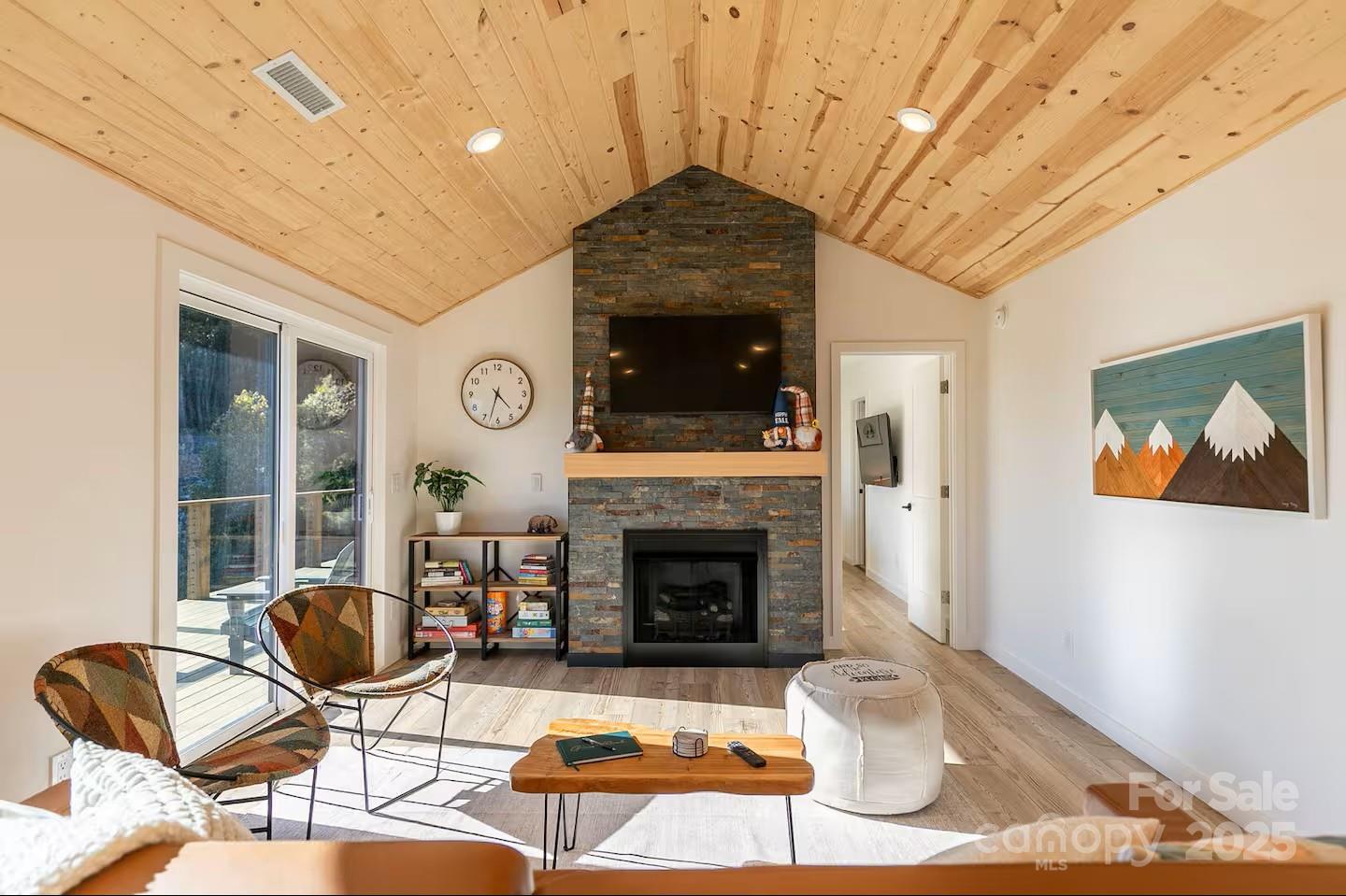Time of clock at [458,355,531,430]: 4:32
